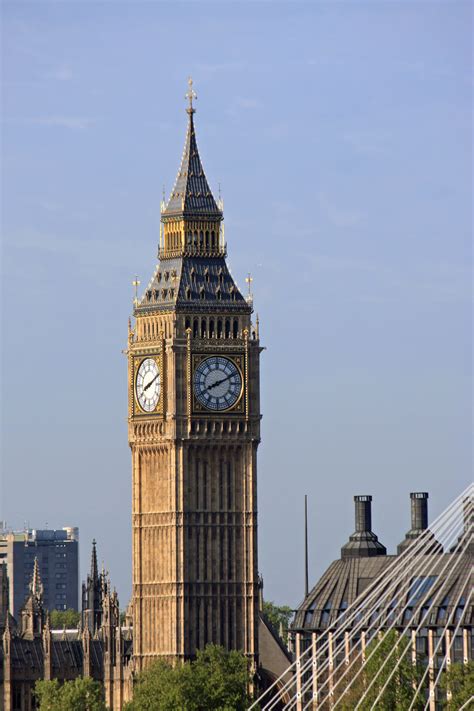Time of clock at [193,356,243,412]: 8:11
